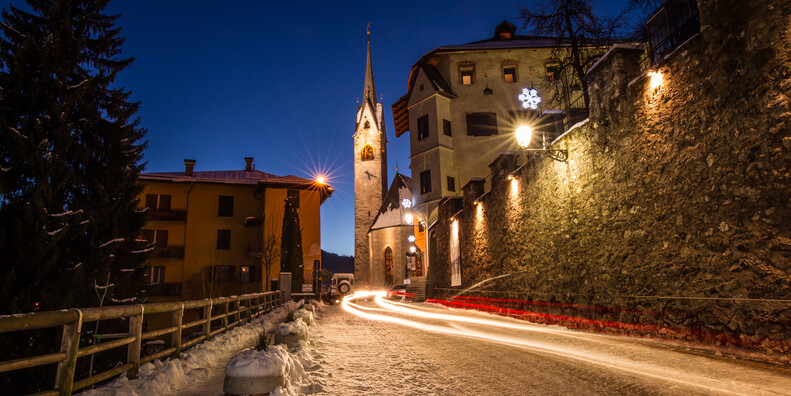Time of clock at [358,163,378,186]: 5:18
